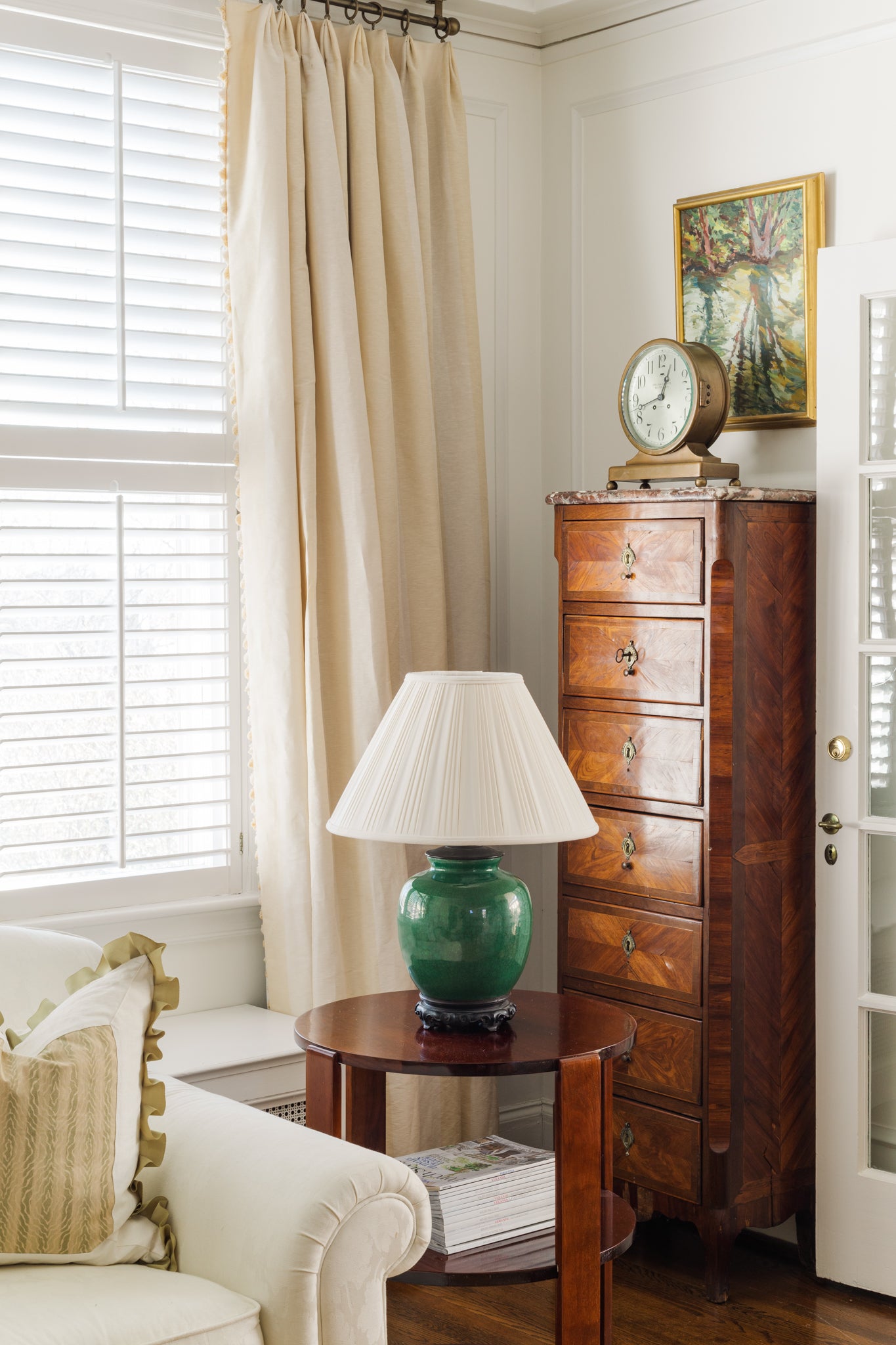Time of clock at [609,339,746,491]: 12:42
